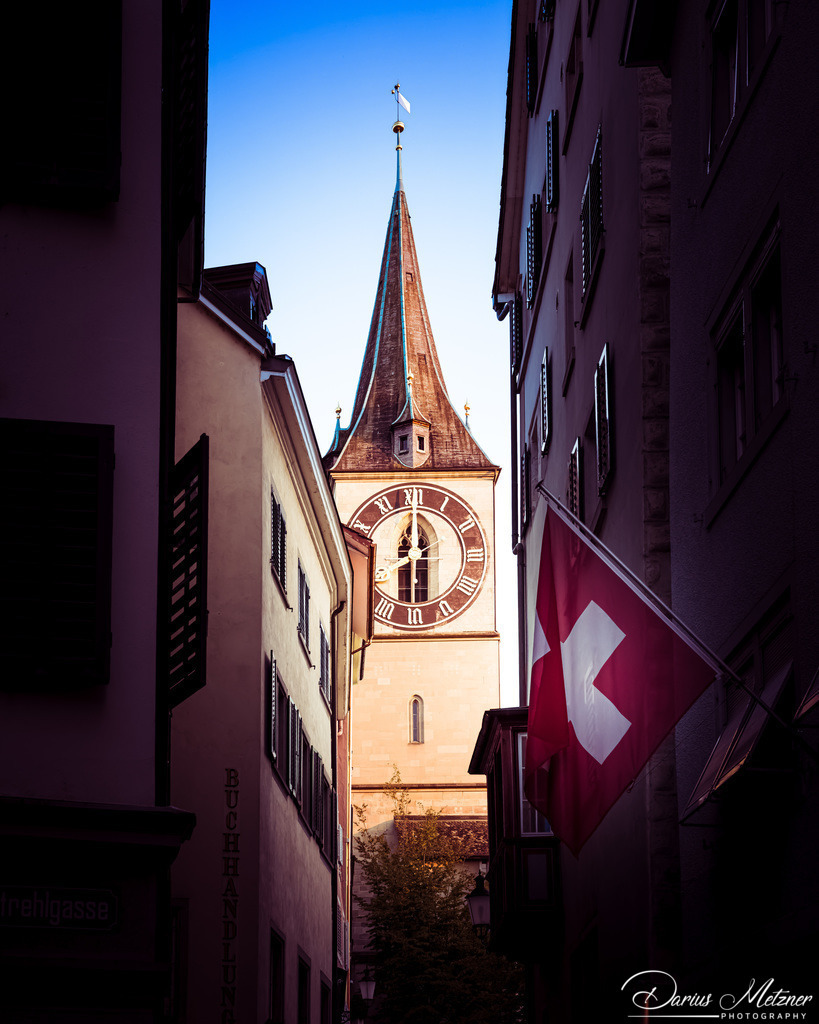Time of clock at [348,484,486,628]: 6:00
